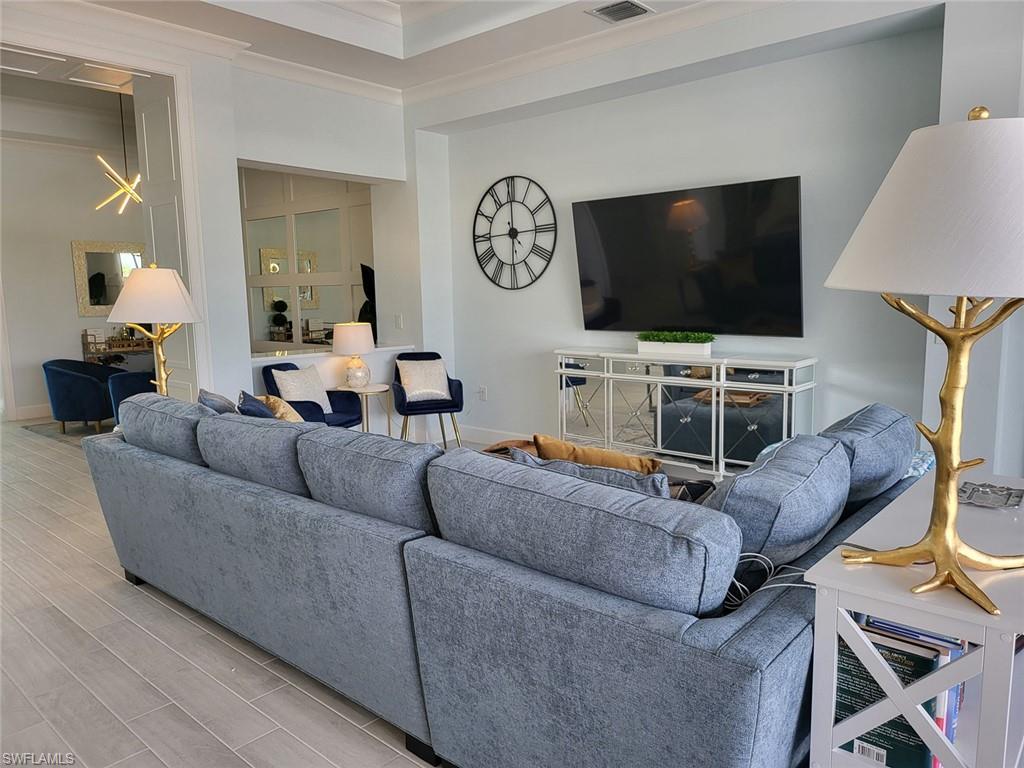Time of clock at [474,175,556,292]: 5:59
